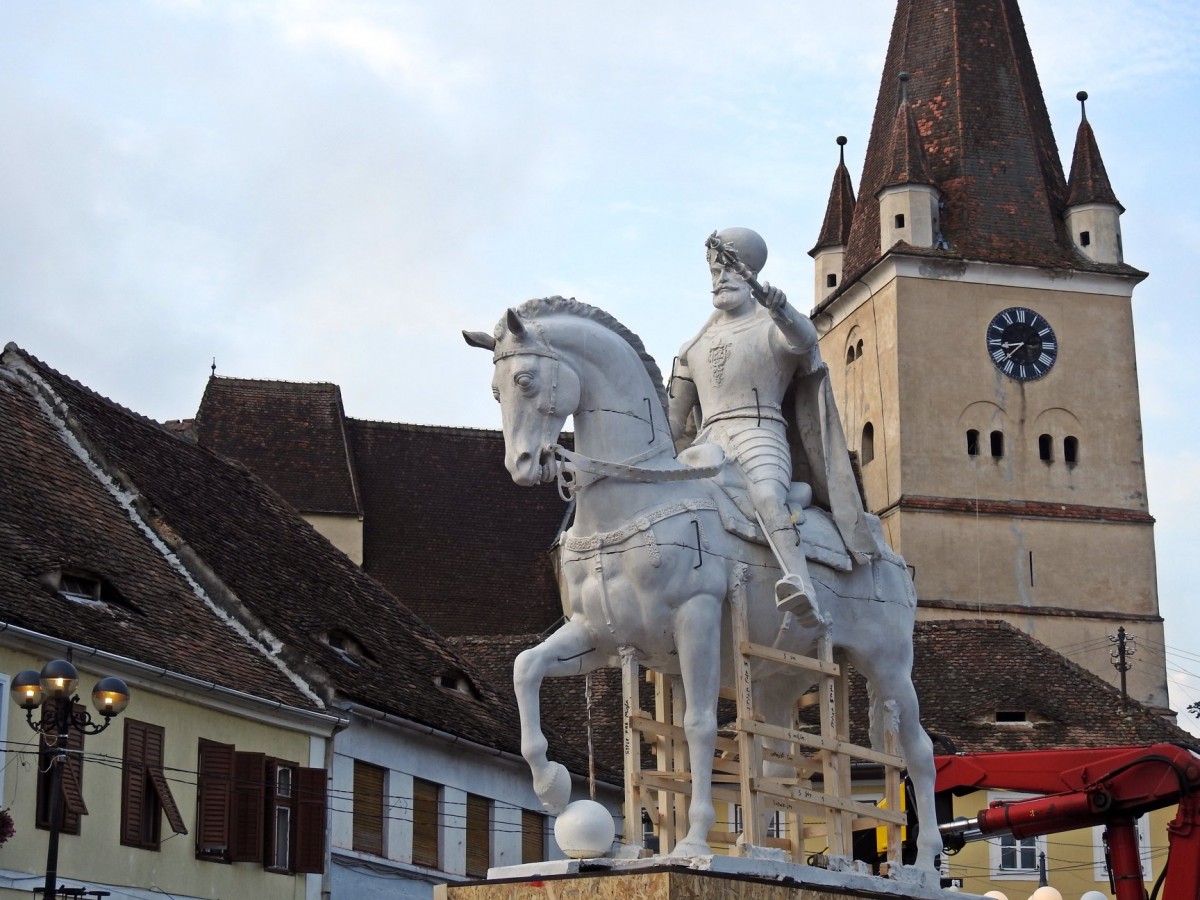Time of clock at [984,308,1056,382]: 8:37
